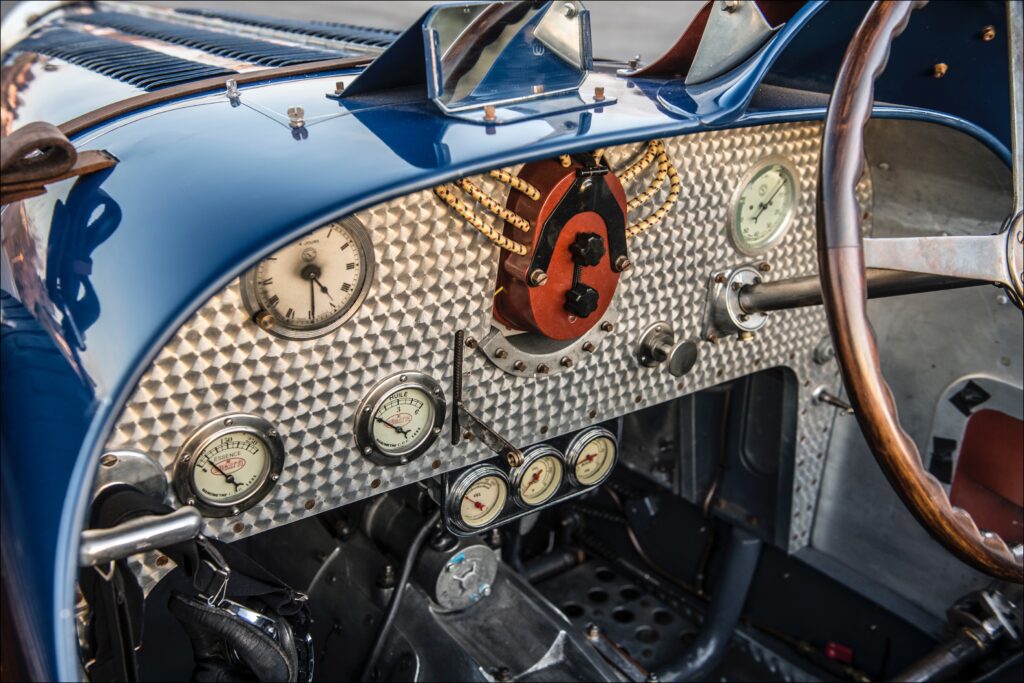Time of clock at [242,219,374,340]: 4:29
